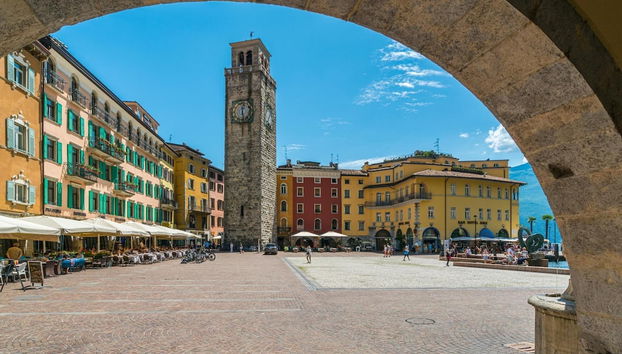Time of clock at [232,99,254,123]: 12:28
